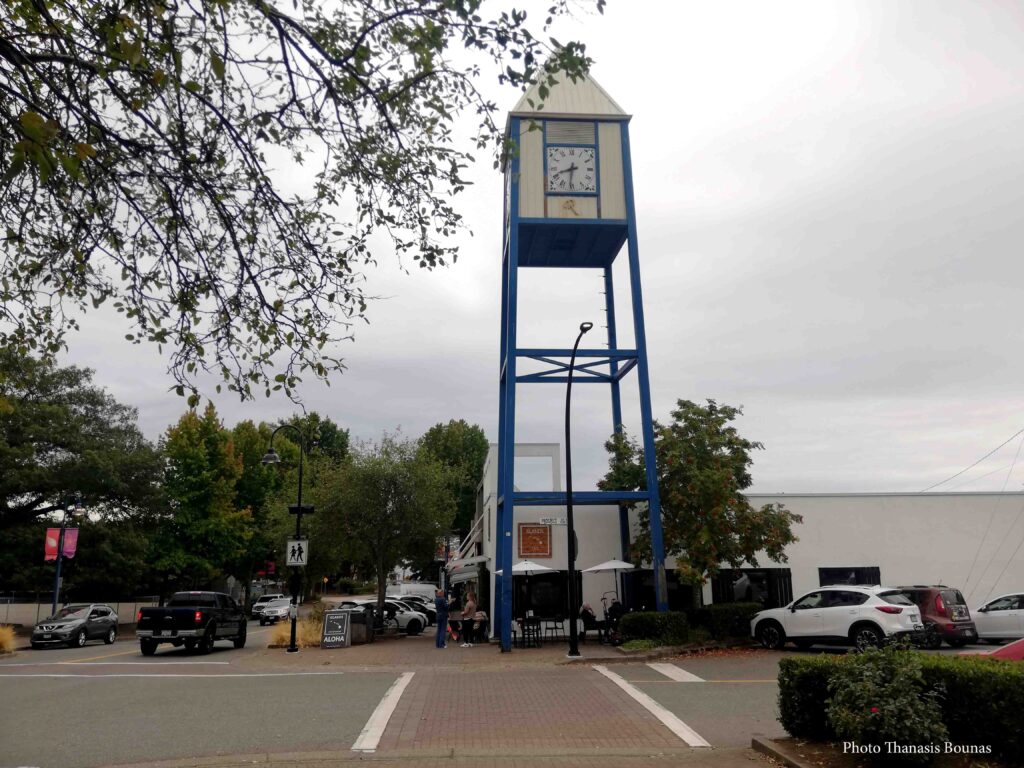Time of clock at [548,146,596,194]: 8:31
